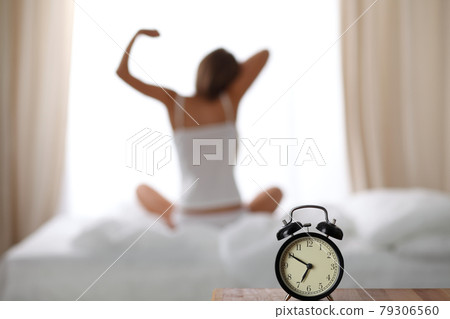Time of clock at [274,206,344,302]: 6:50
